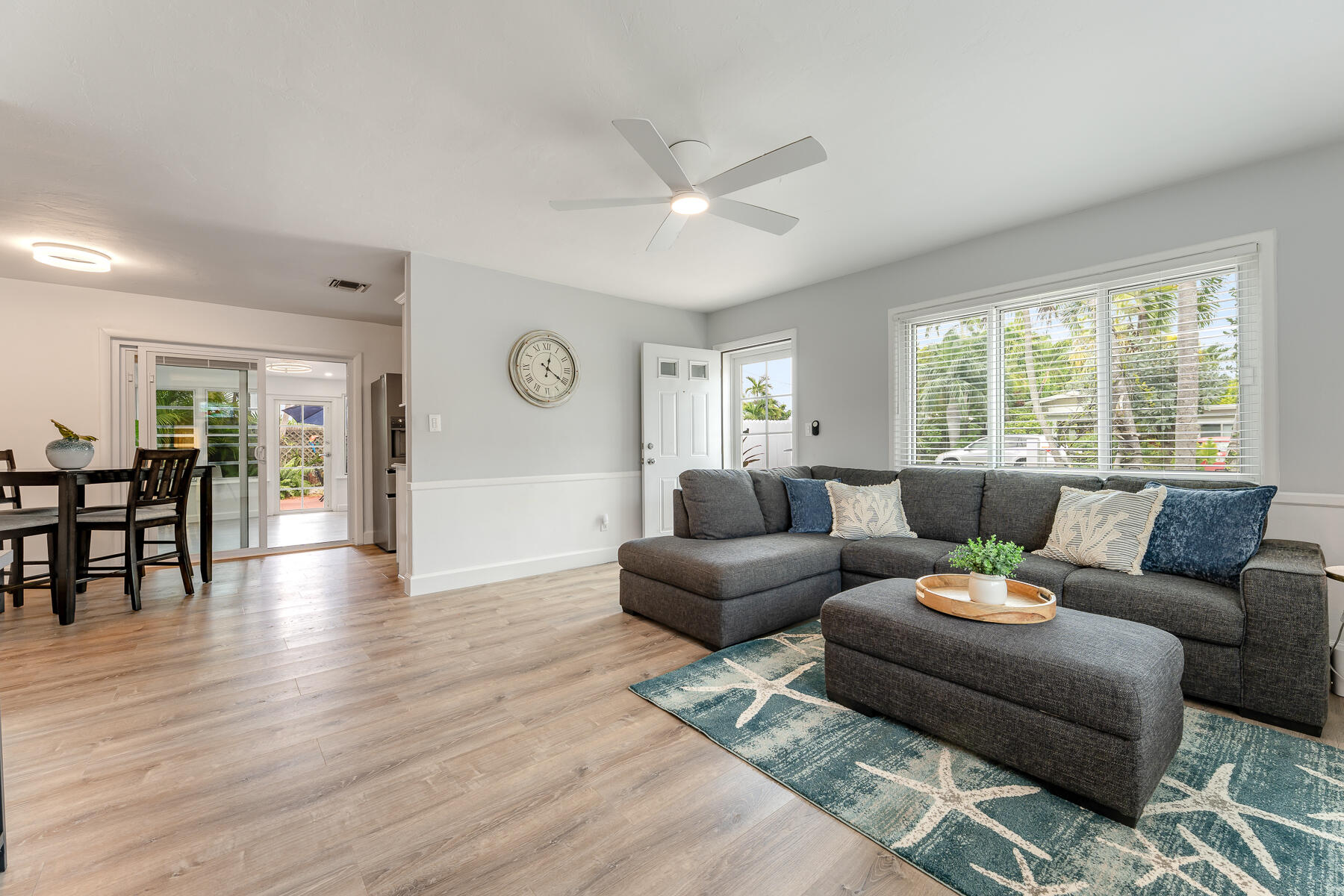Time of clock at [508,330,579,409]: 12:20
